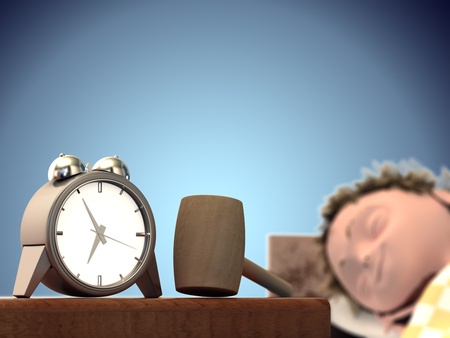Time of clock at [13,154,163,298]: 6:55
